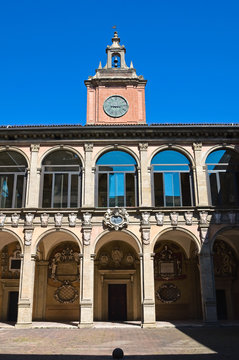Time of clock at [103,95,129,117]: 3:13
